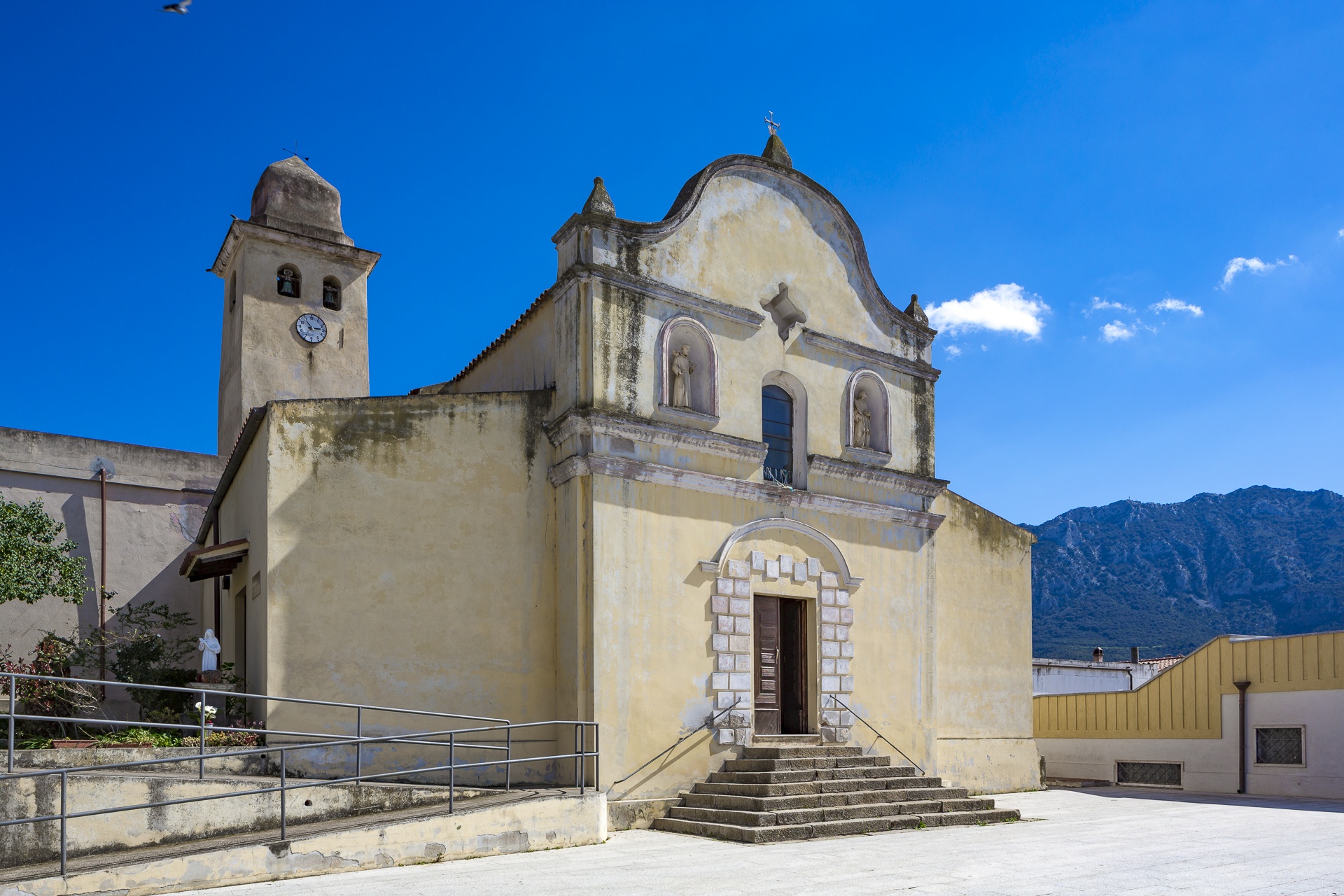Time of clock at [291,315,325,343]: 2:53
